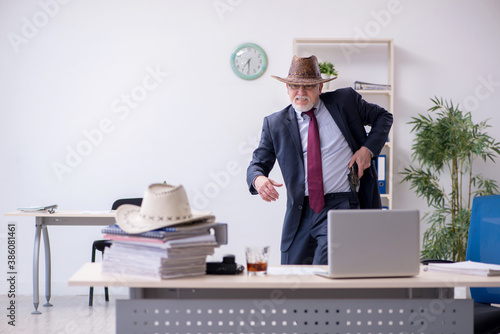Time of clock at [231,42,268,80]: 7:29
